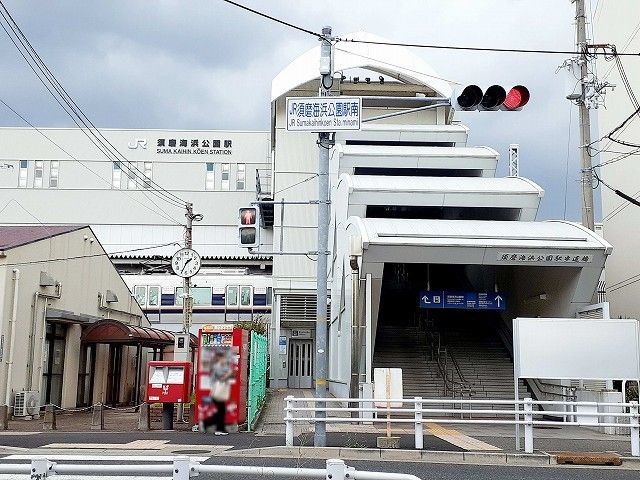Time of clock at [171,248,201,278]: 1:34
